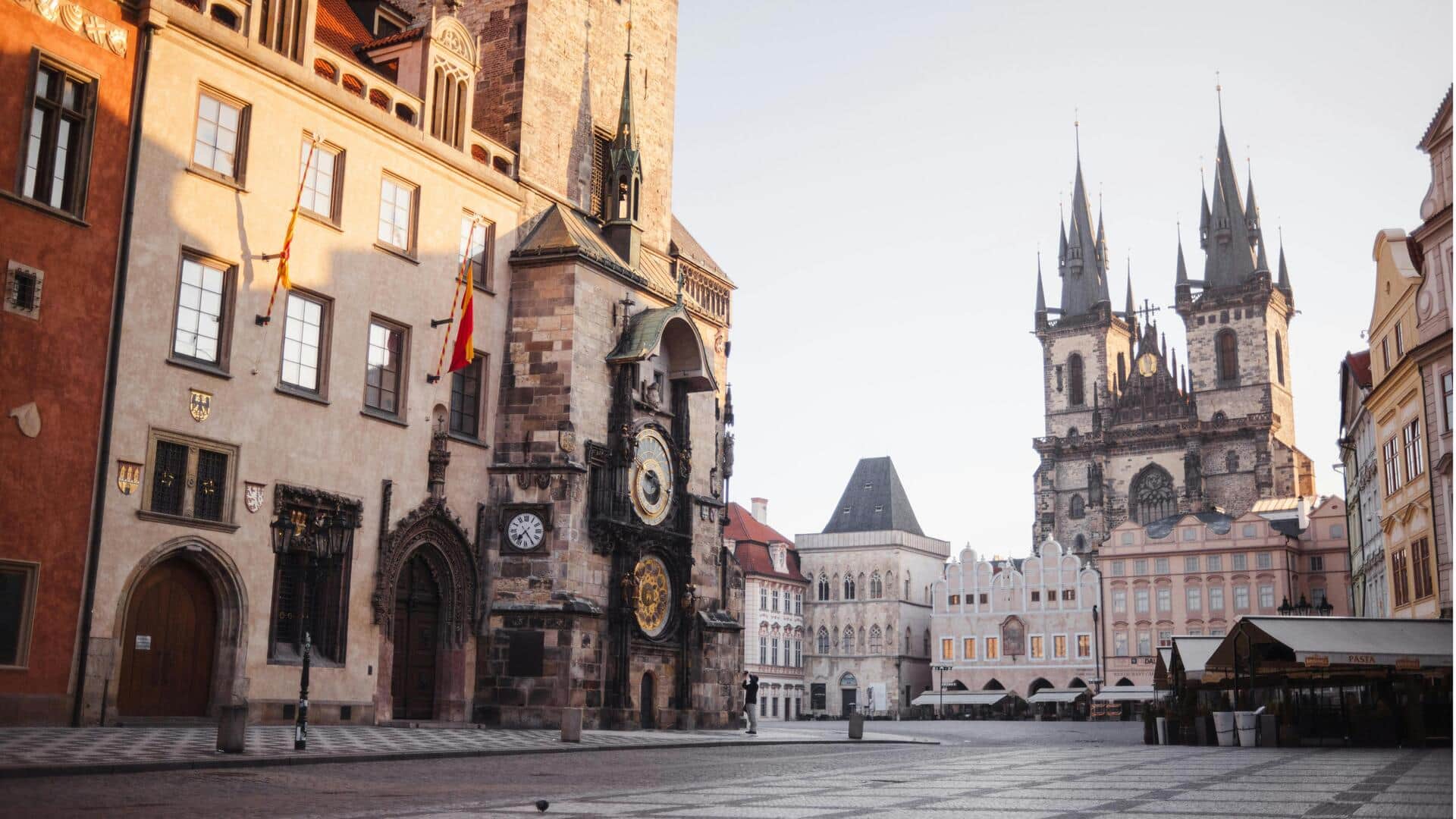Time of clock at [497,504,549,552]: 7:24
